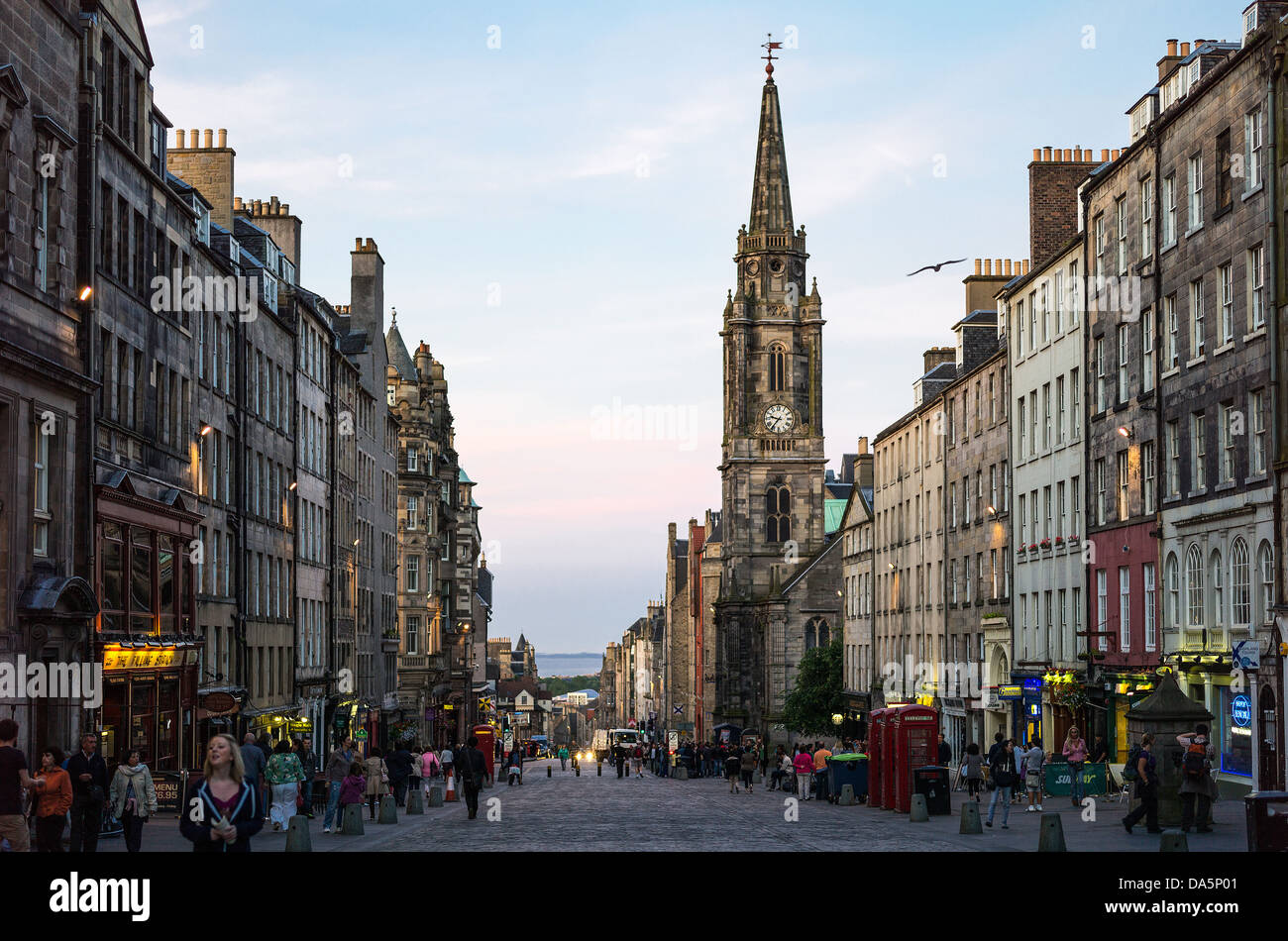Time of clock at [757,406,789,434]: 9:36
